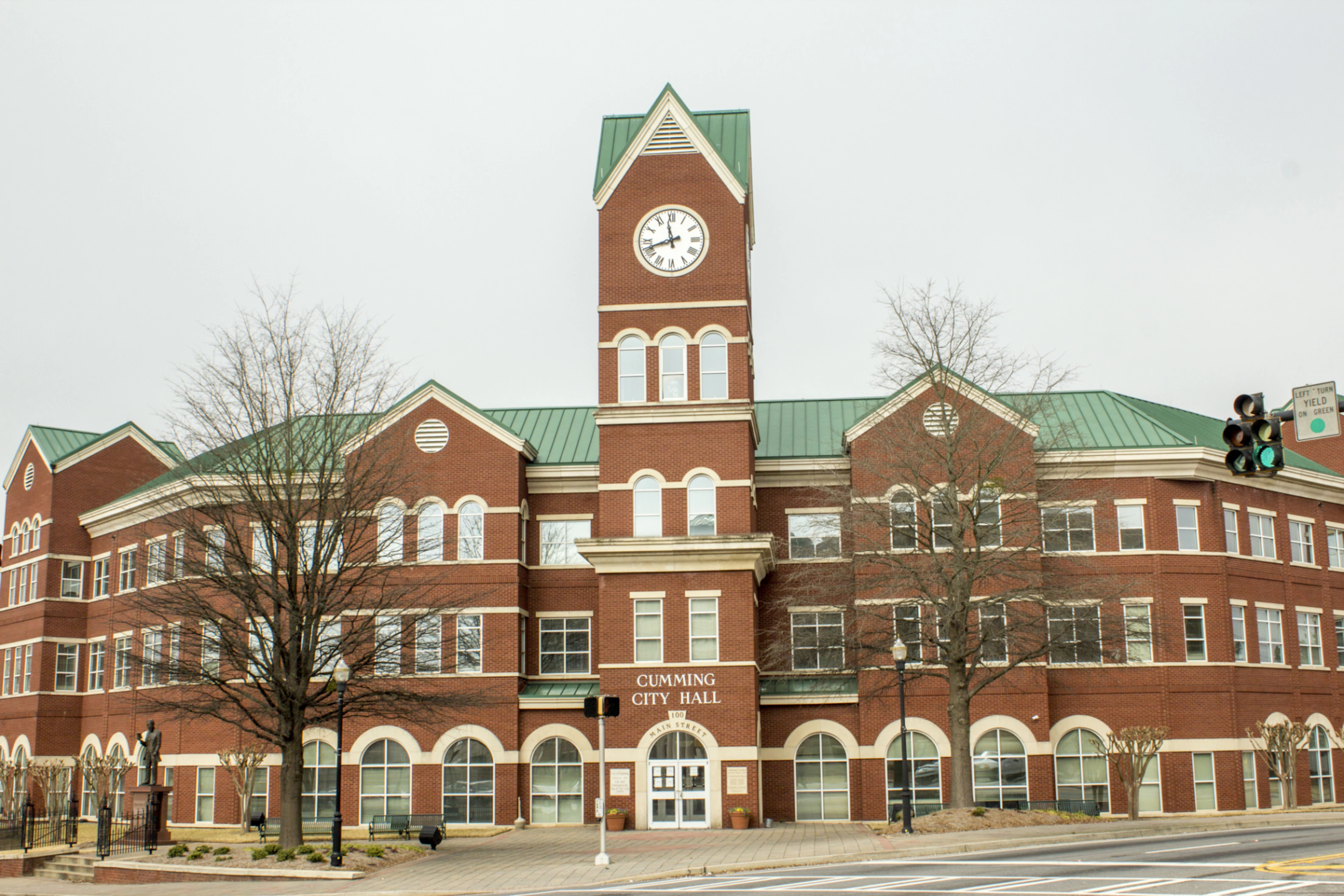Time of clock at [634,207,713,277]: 11:41
